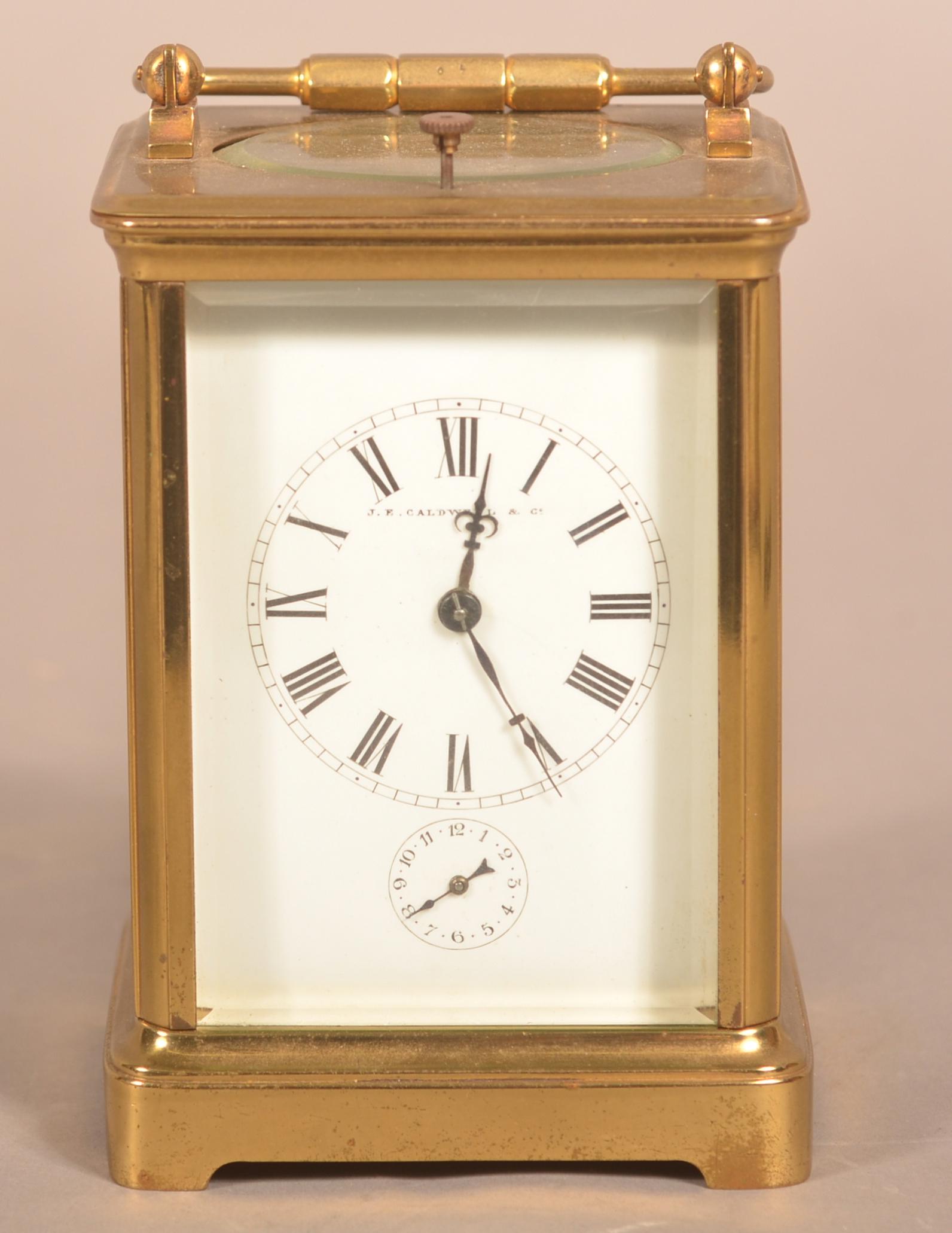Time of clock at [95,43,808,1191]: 12:24
